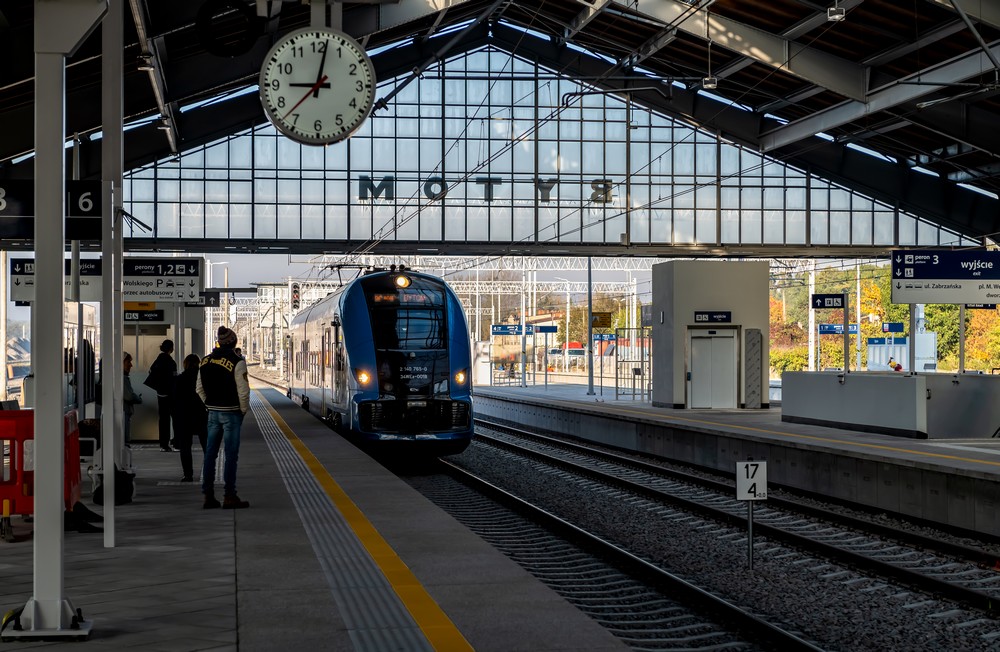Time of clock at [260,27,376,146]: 9:01
